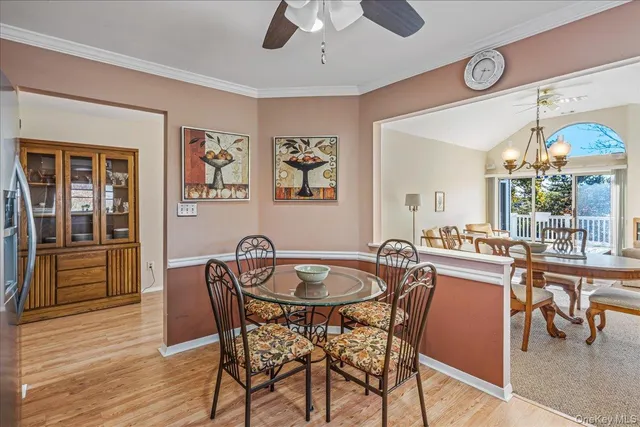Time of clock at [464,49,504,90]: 3:33
